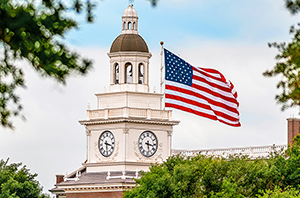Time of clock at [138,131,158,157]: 3:28
